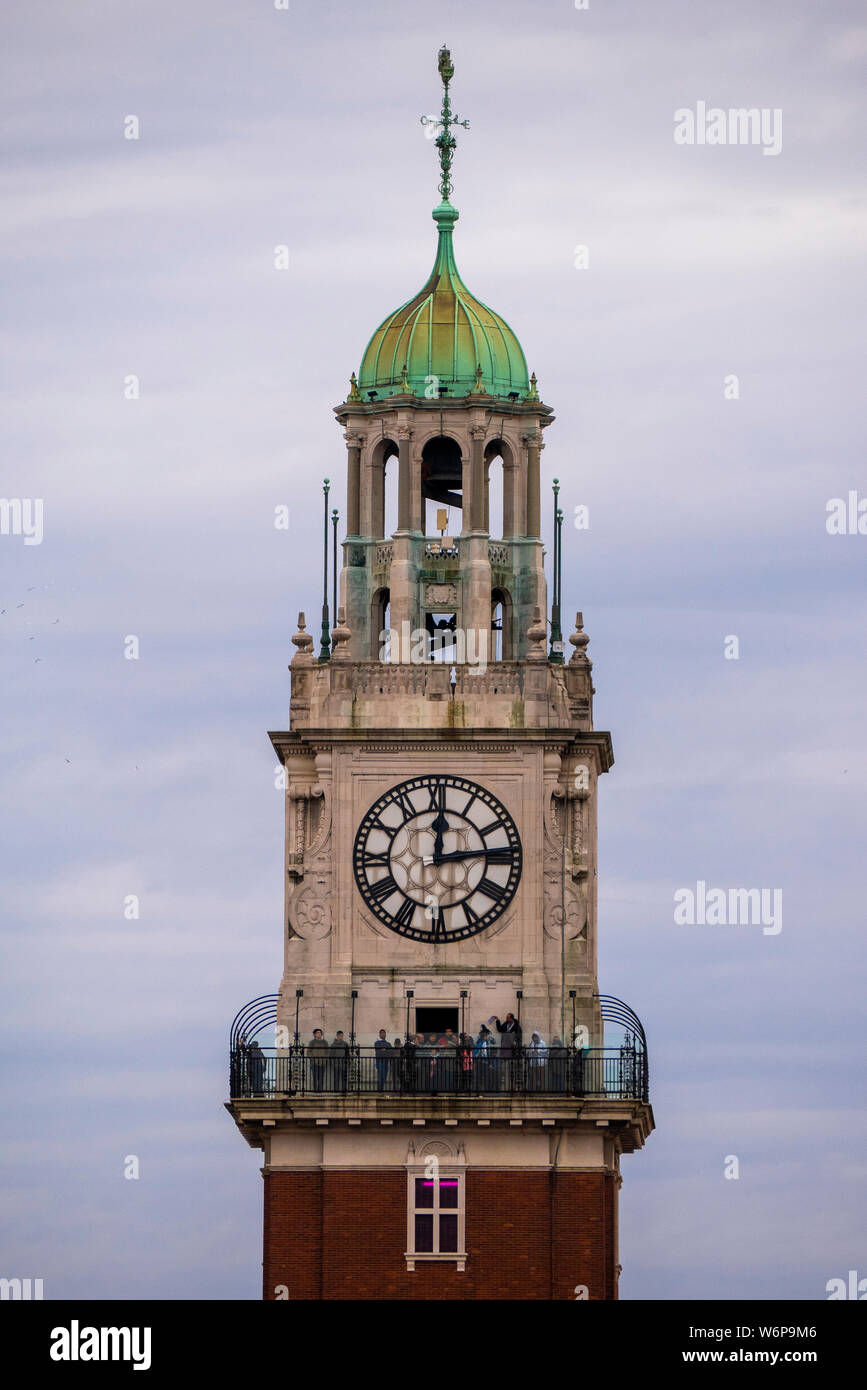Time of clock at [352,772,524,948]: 12:13
